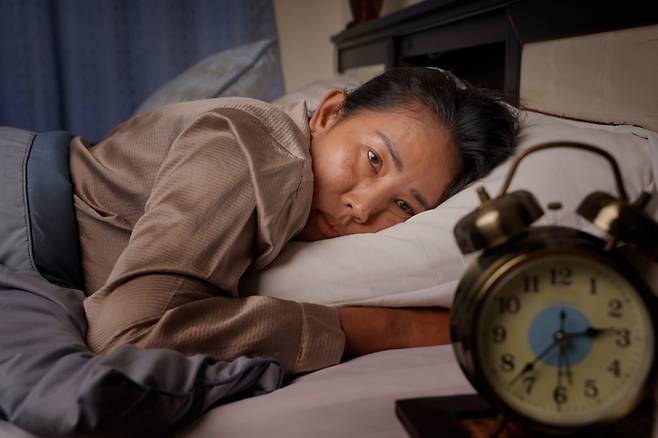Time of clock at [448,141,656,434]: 2:37
